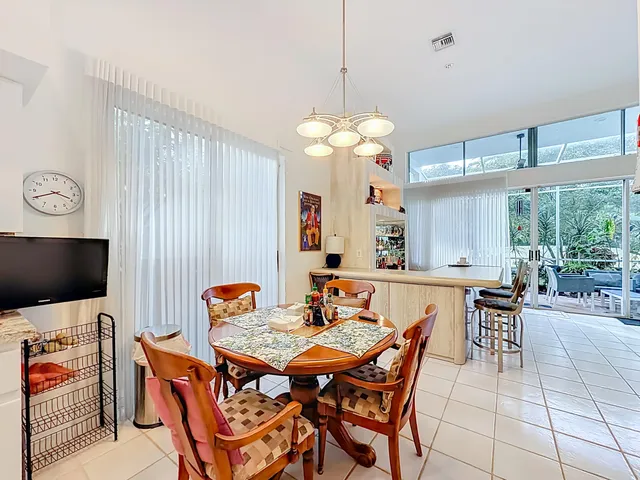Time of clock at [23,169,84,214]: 3:40
